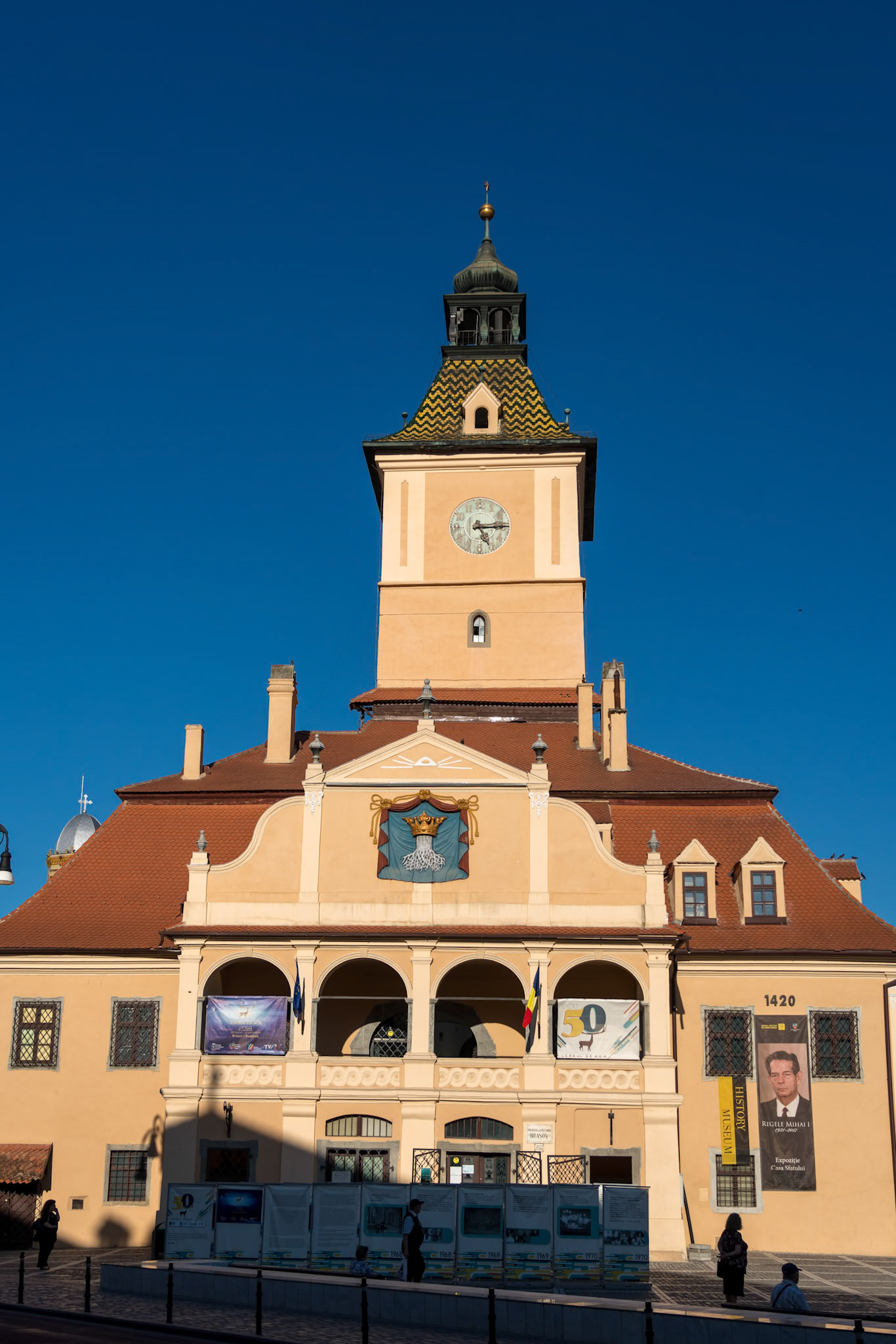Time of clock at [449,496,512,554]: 5:14
